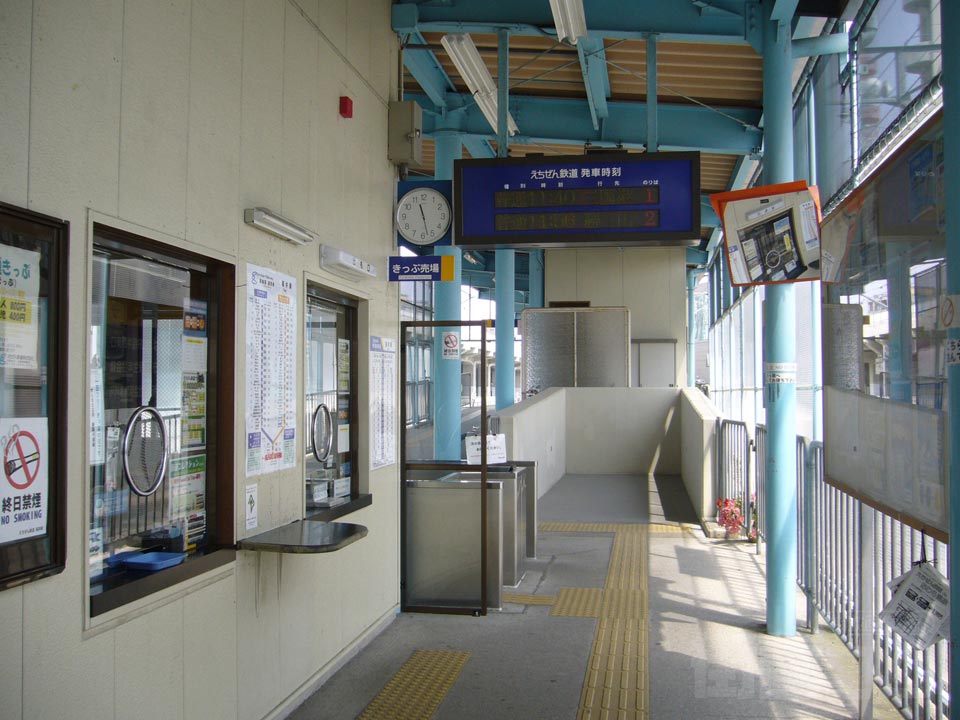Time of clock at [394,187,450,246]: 11:27
